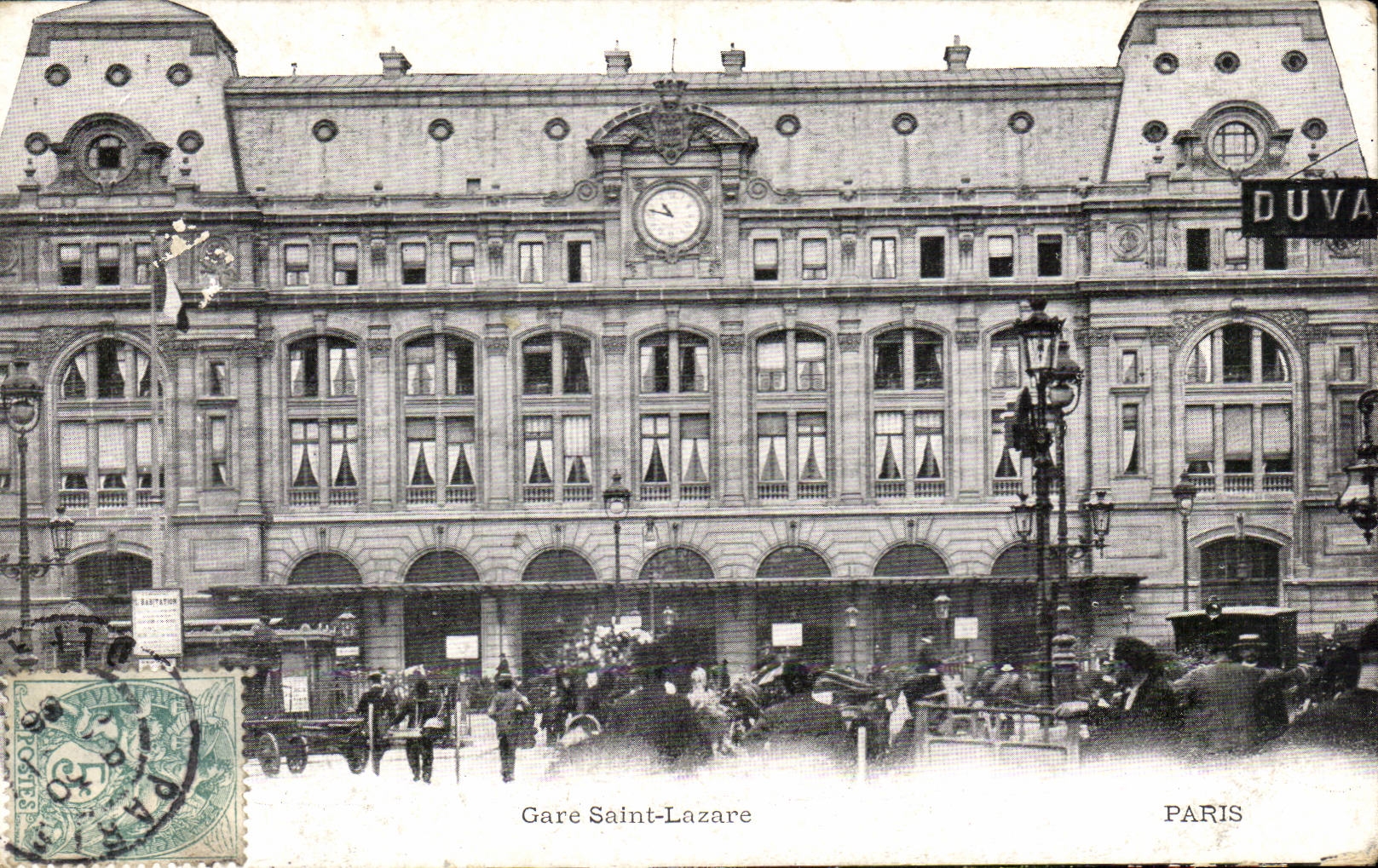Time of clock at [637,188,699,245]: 10:47
